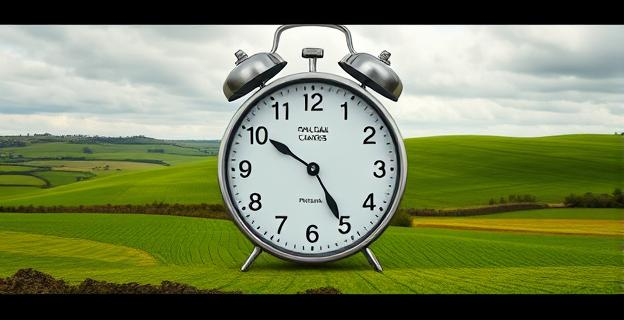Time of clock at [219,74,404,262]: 4:50
